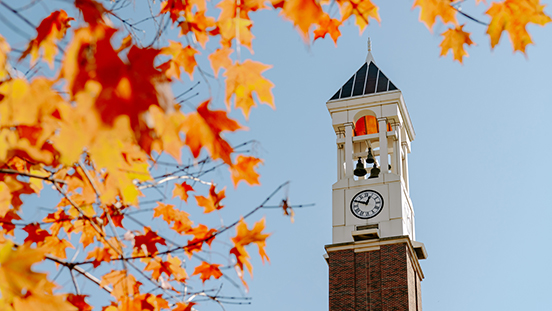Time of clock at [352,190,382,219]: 12:49
